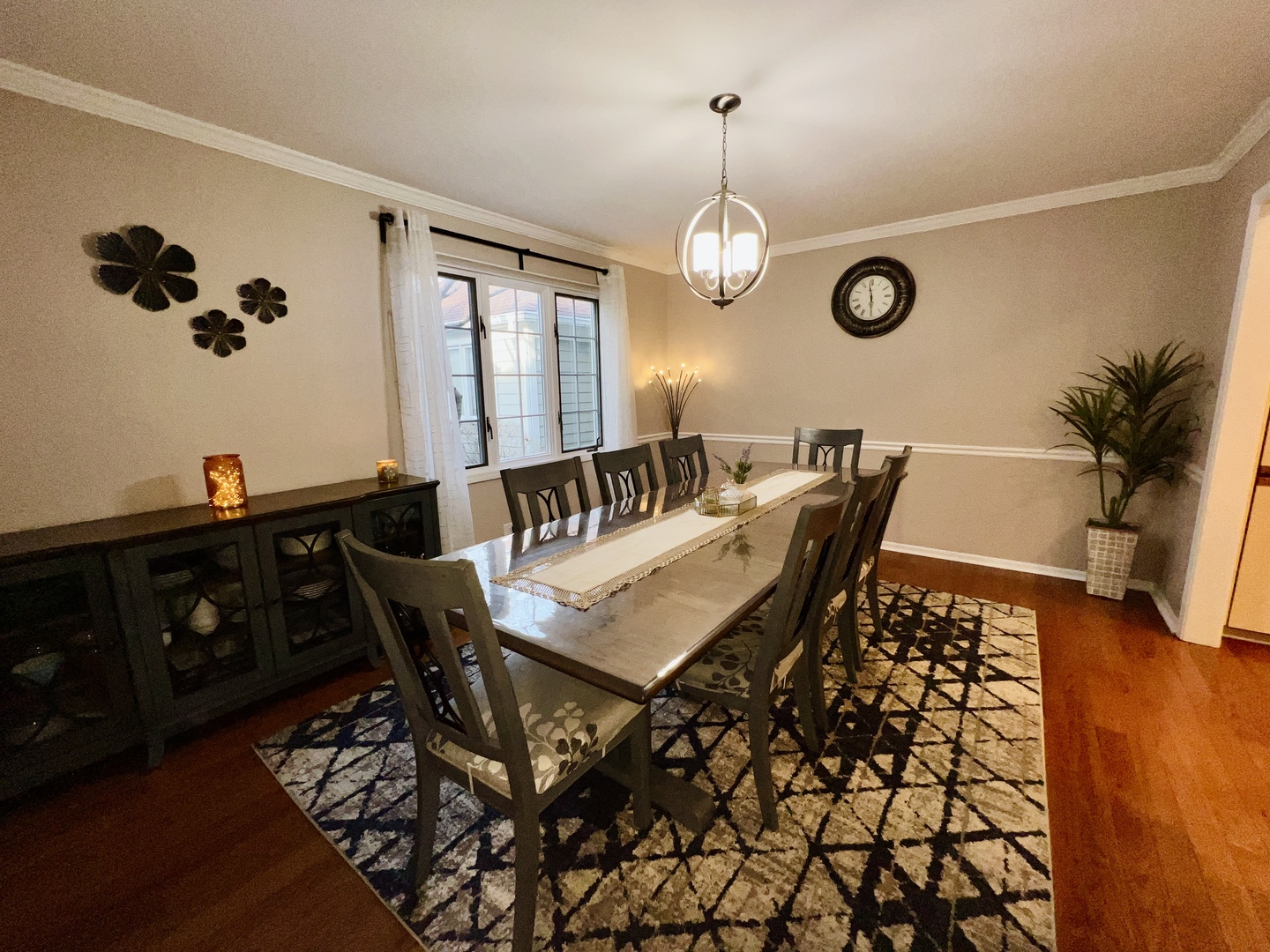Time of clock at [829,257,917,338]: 5:58
